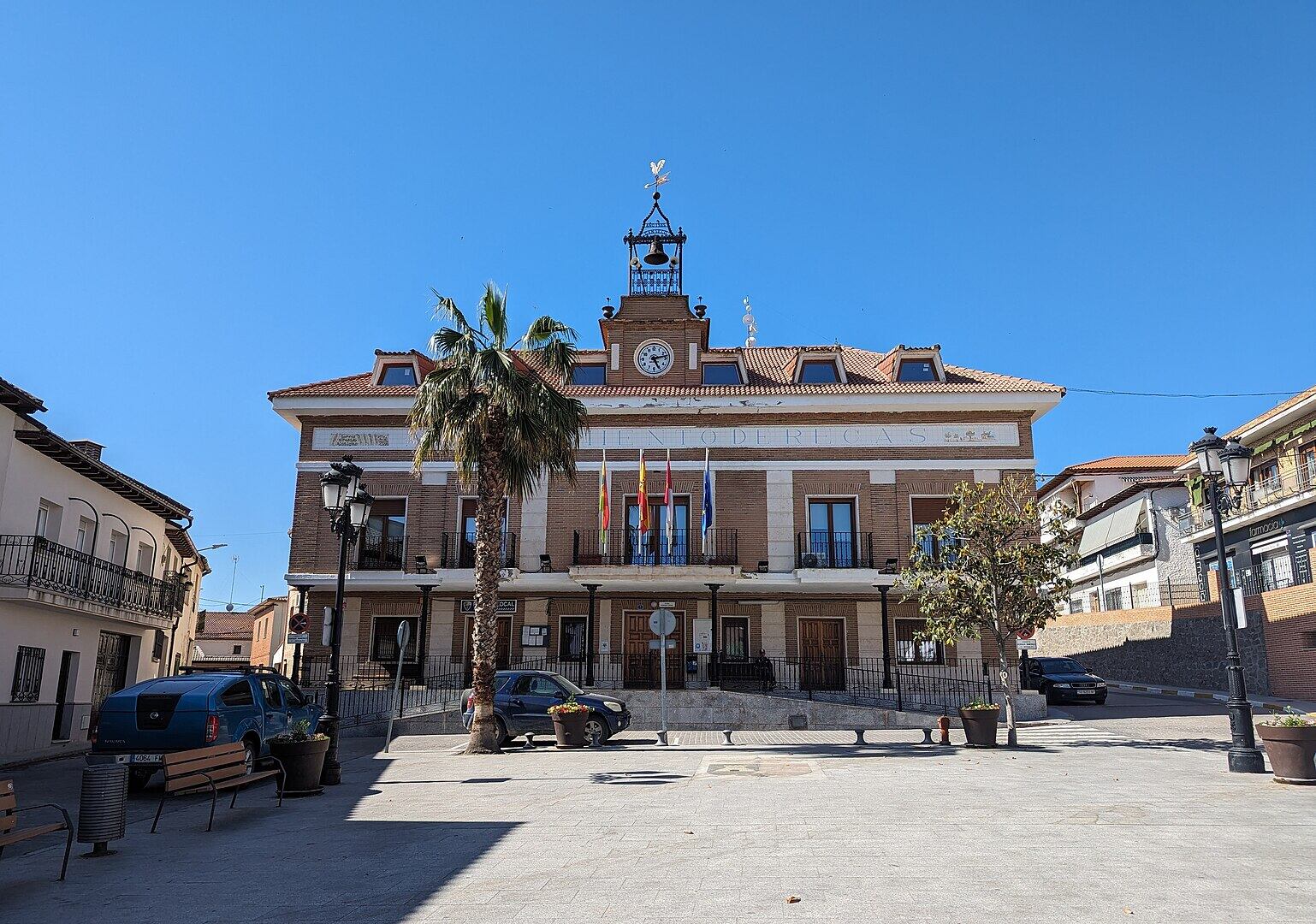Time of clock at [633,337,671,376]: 5:13
